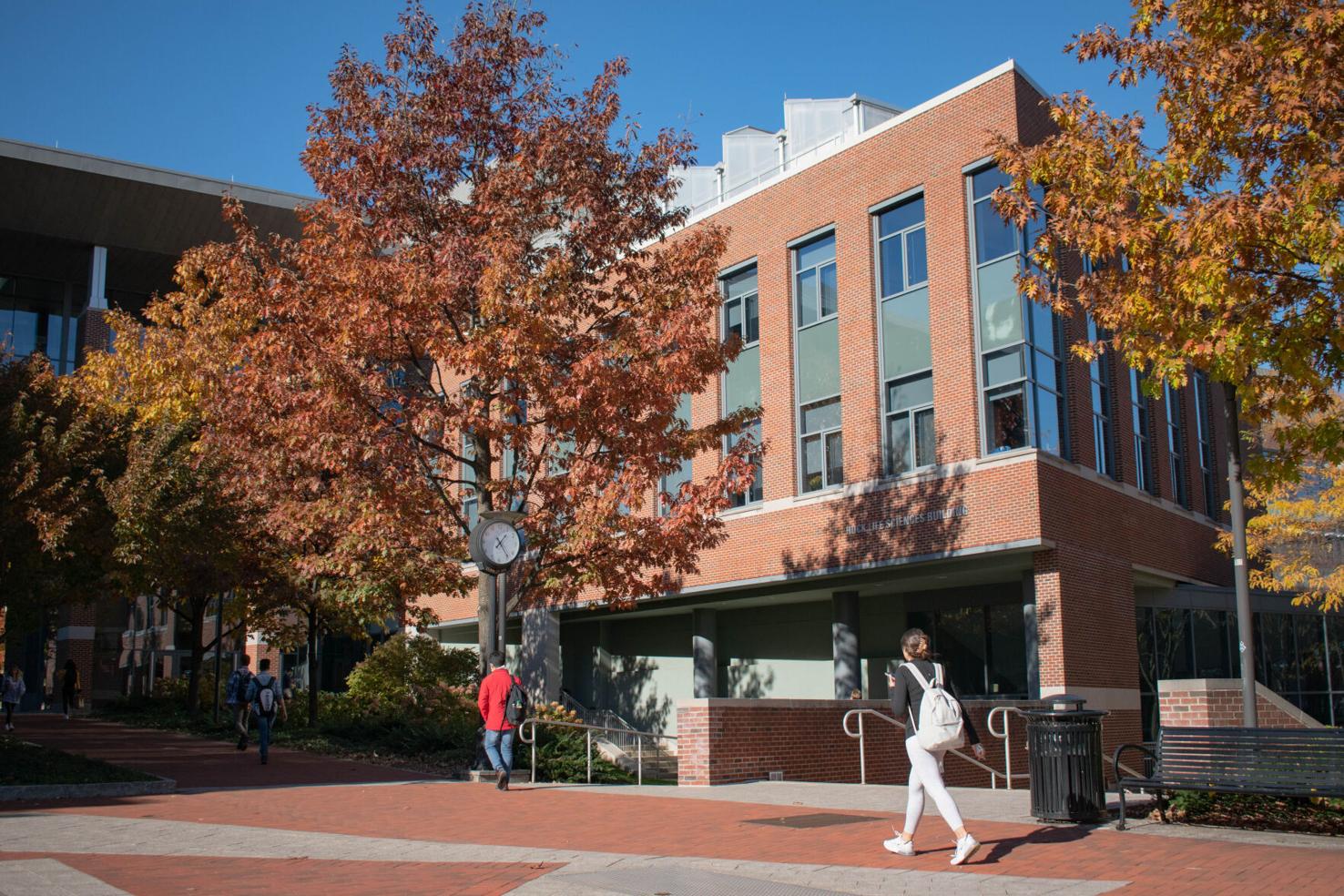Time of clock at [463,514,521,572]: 1:23
